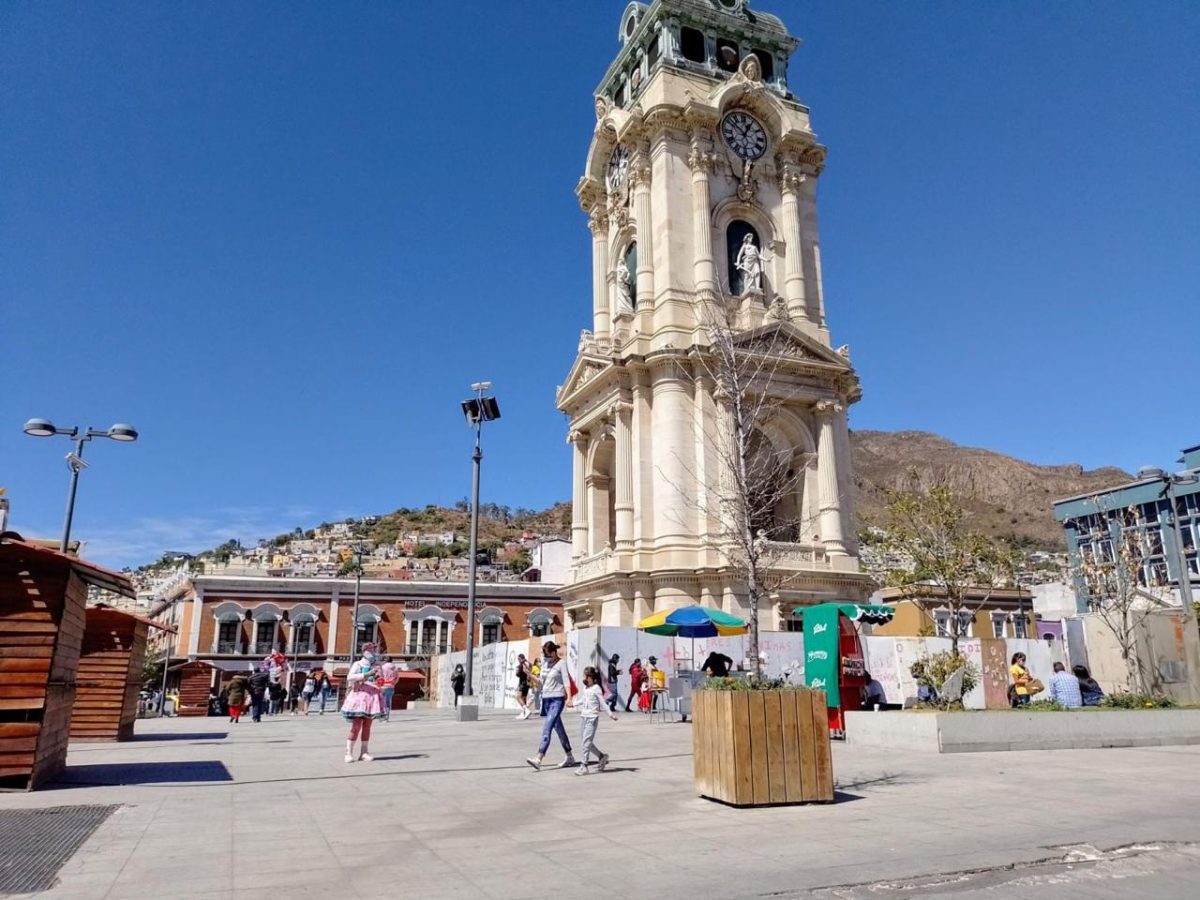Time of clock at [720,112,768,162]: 12:52
